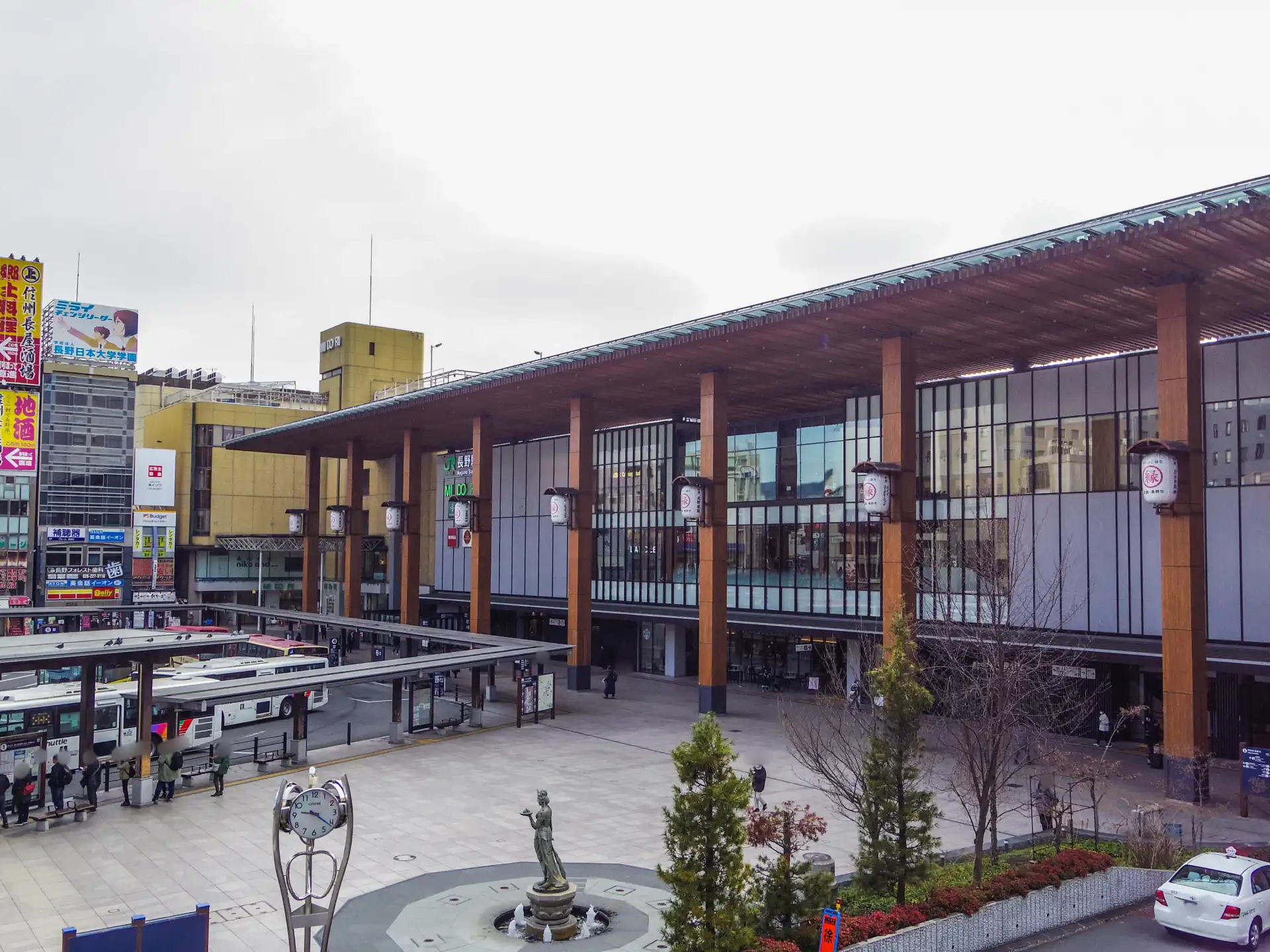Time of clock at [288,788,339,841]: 9:21
